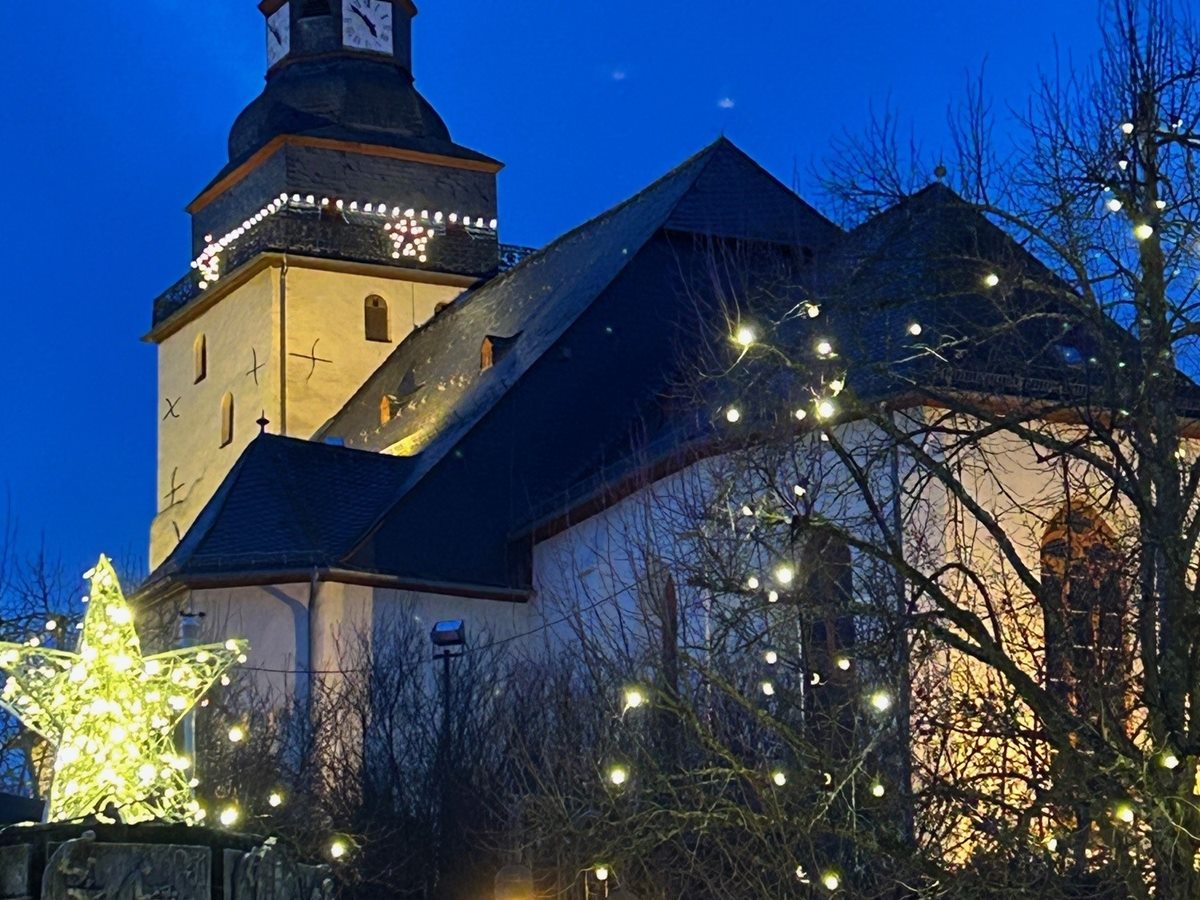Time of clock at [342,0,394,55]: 4:50
